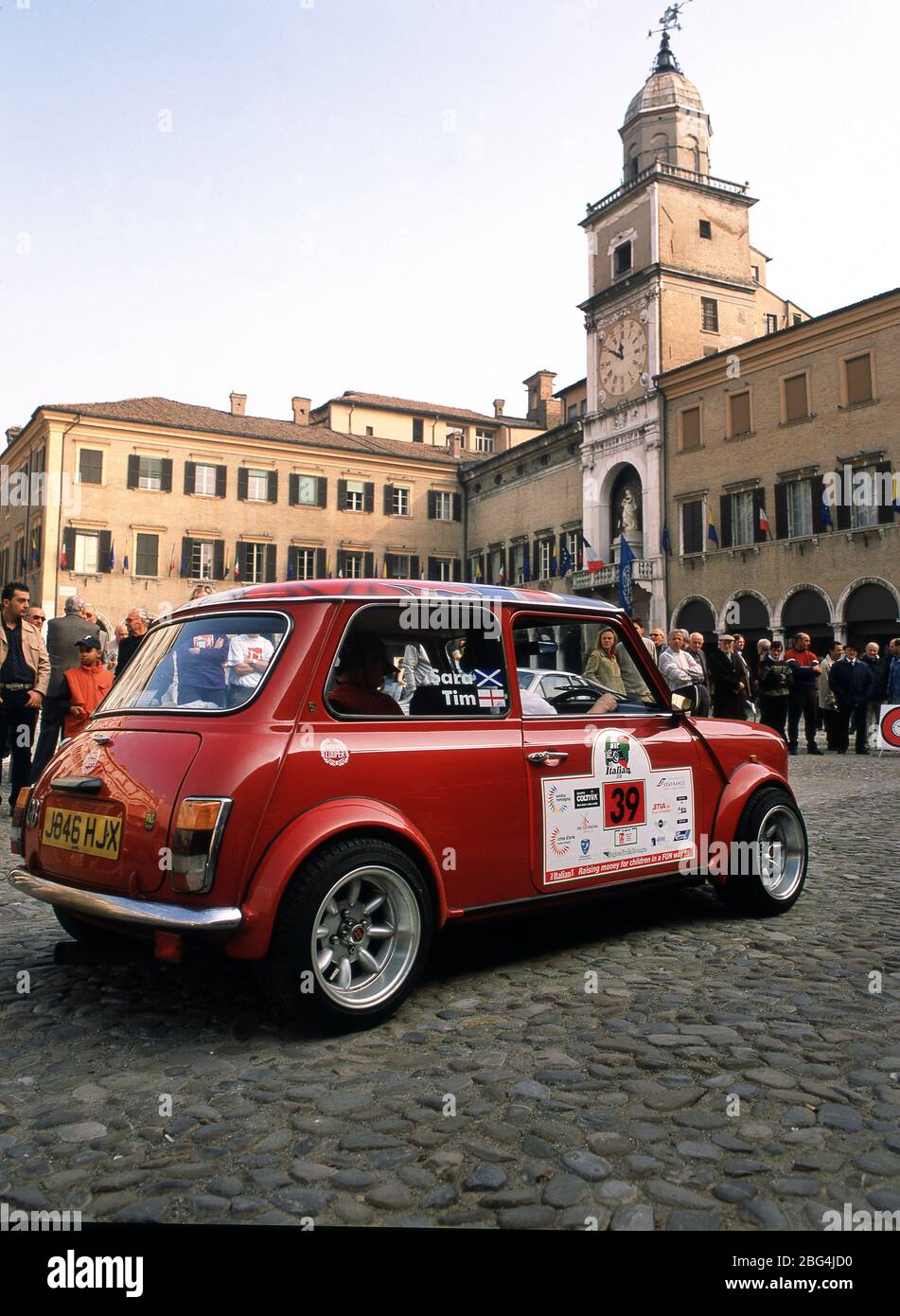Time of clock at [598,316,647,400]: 11:50
